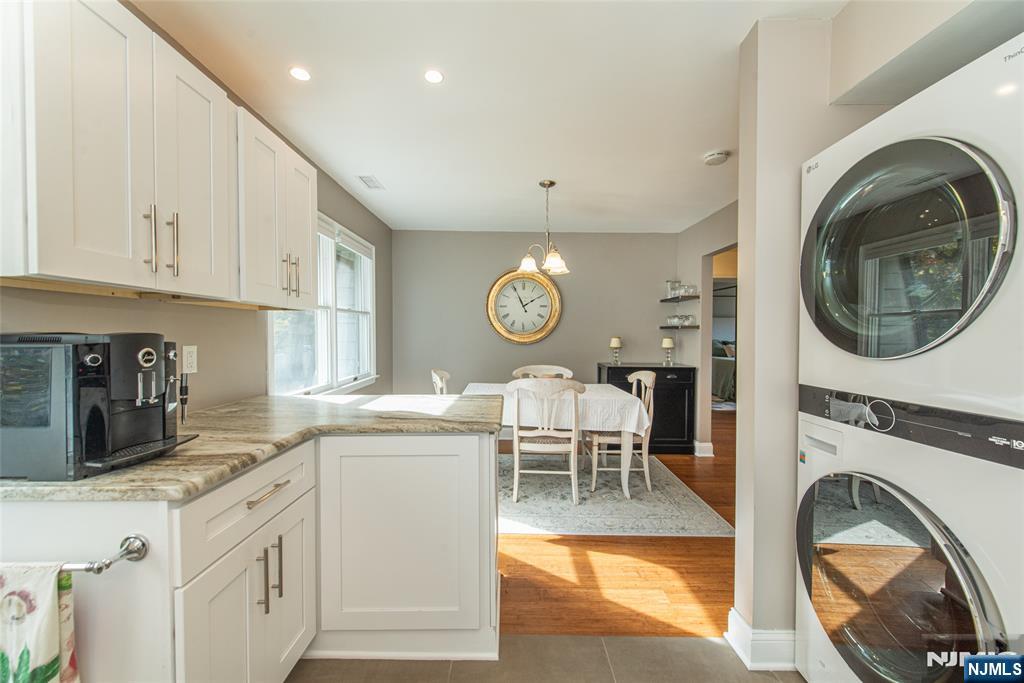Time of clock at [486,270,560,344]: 1:55
